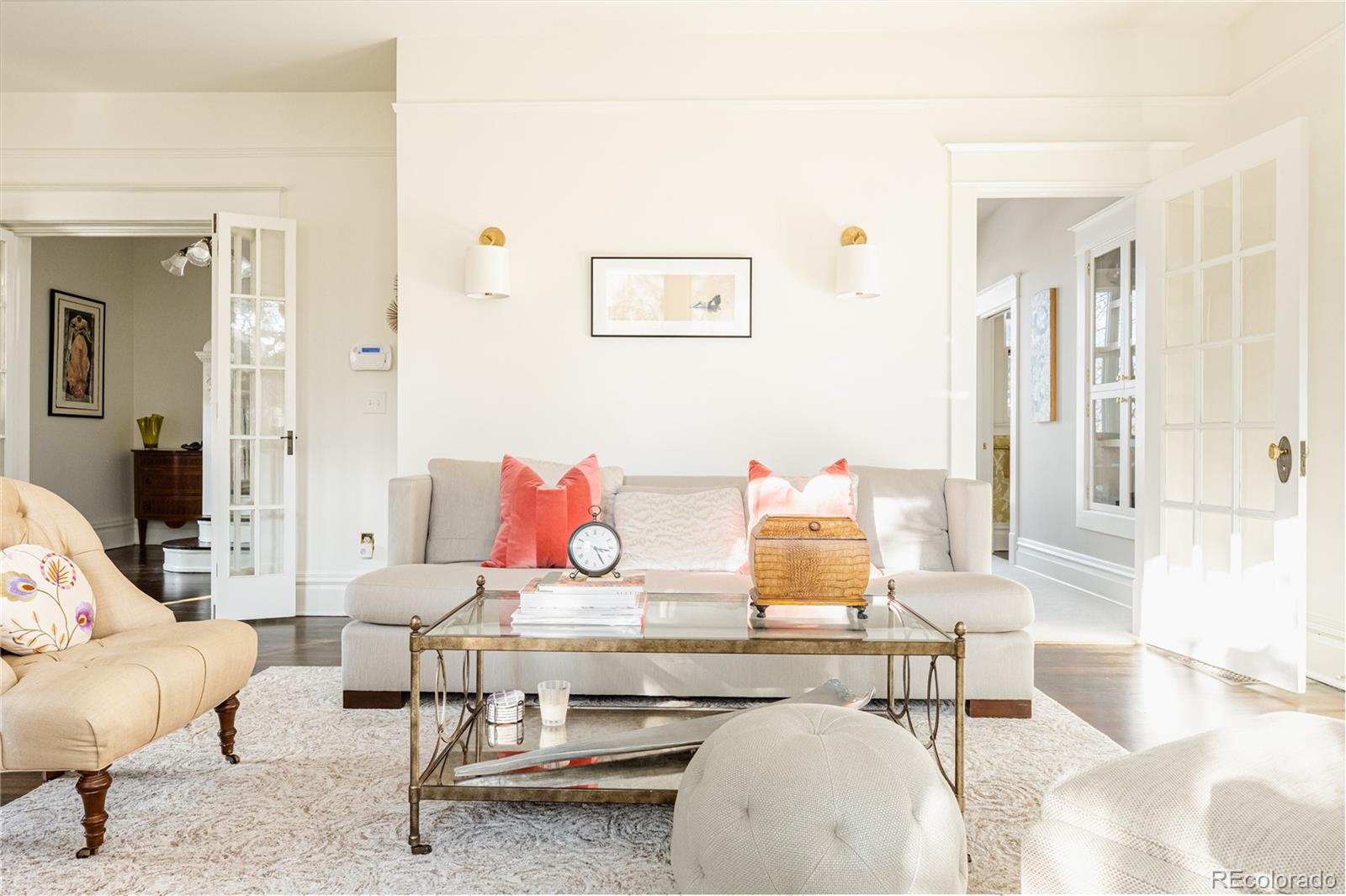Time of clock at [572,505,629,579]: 3:25
